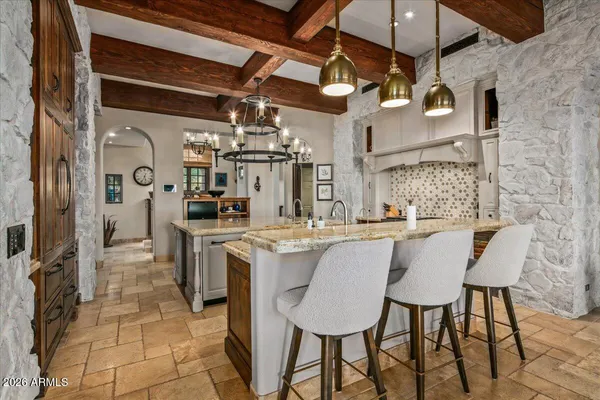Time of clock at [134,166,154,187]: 5:33
